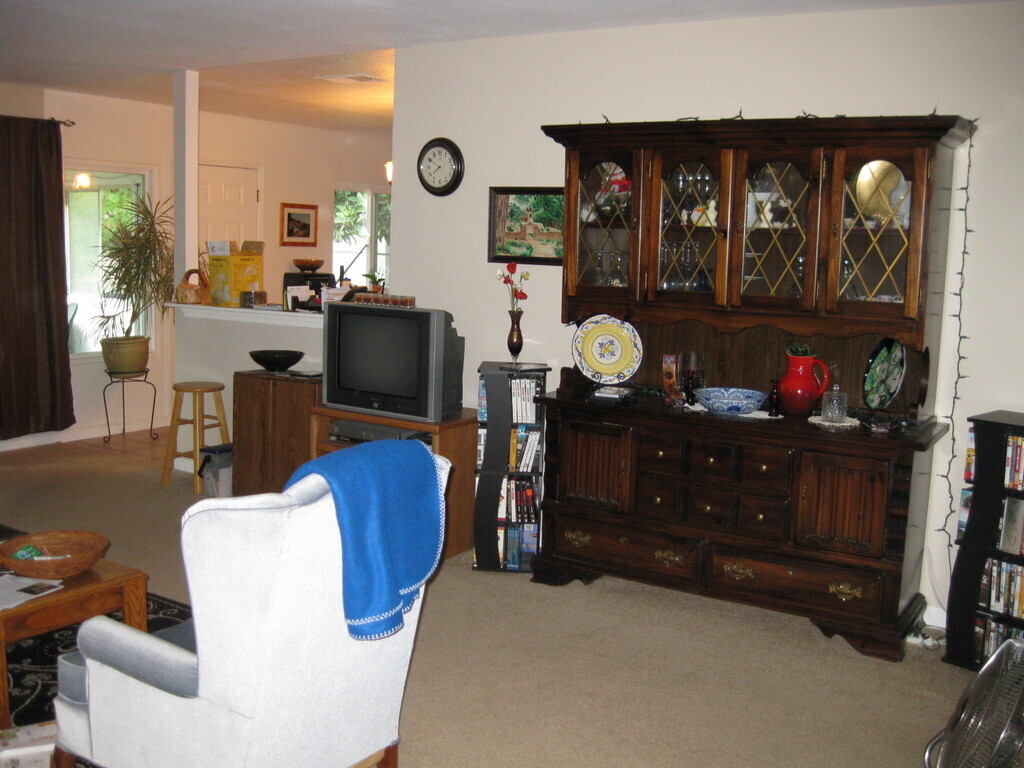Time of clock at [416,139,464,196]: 7:50
